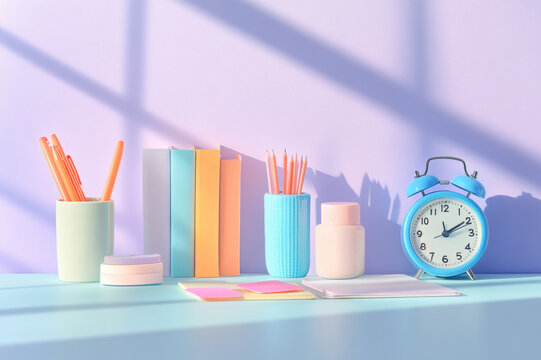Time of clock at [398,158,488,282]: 2:09
